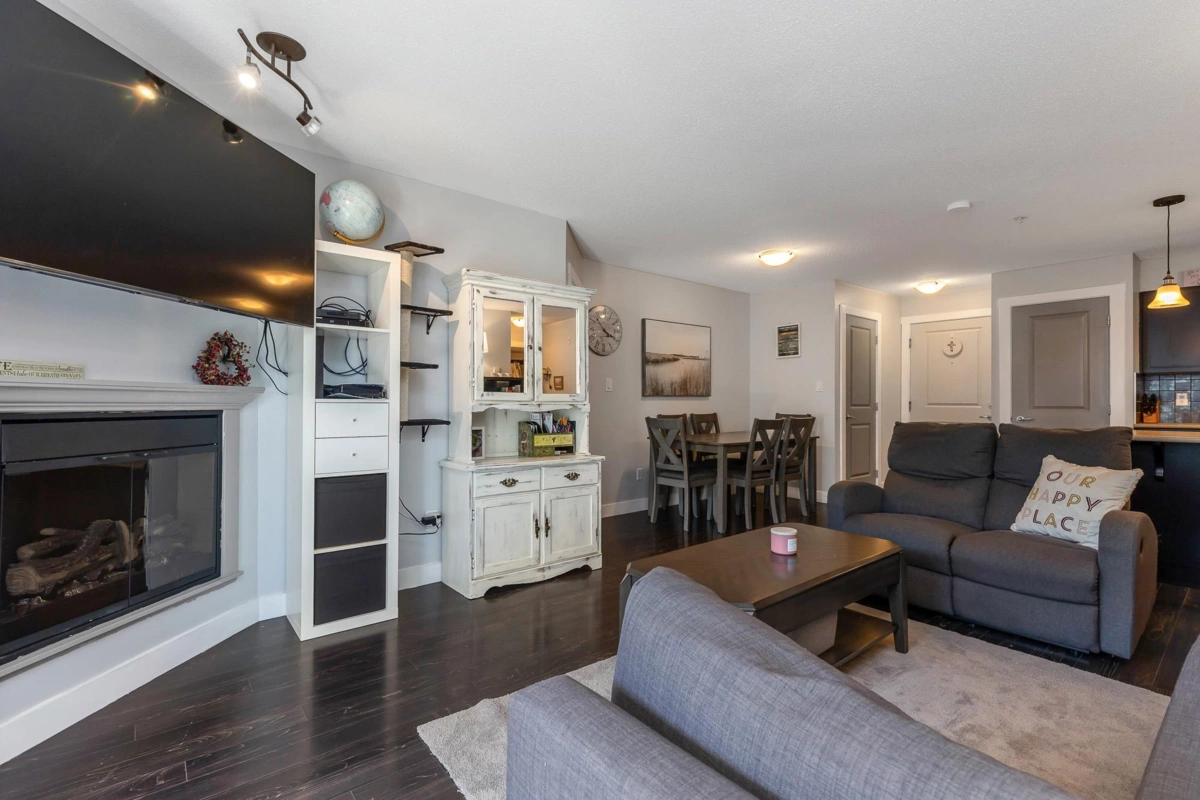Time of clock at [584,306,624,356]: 3:52
